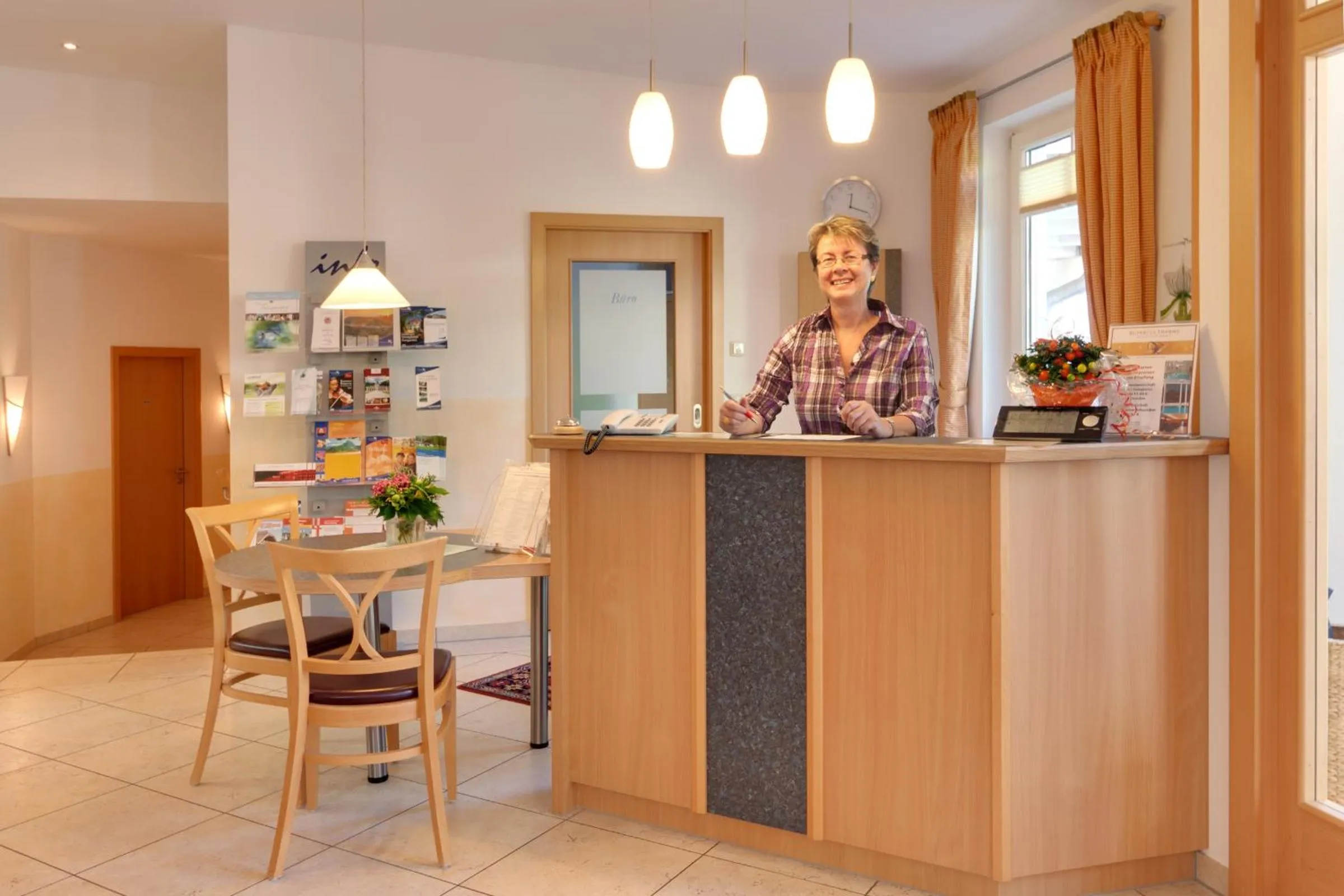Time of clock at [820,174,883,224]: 12:18
